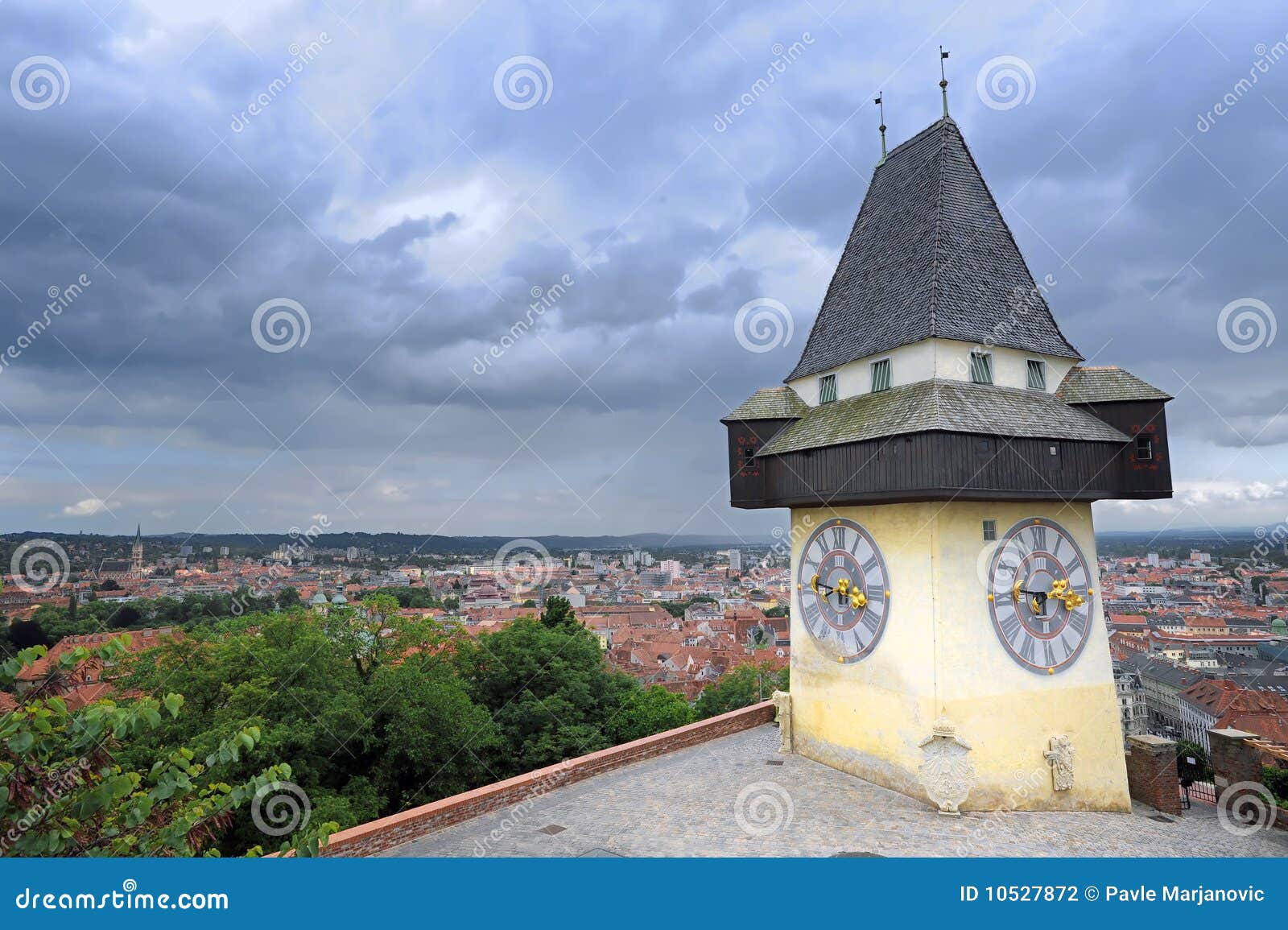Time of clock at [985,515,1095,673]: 2:46
